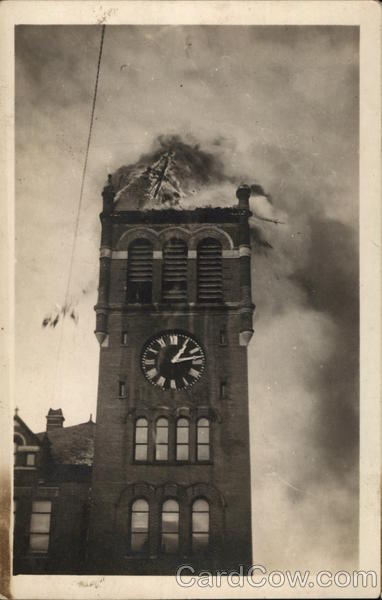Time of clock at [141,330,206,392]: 1:13
